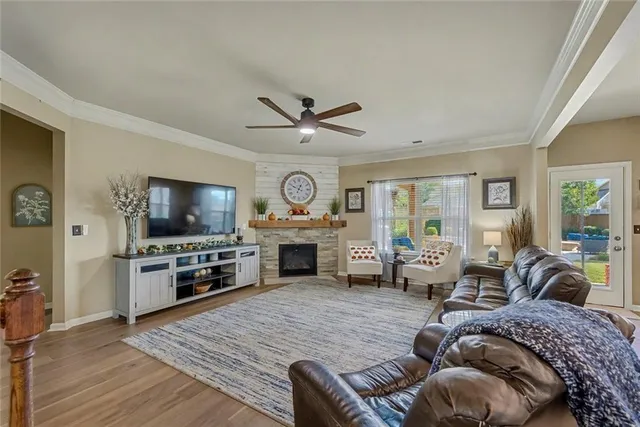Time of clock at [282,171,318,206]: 12:49
